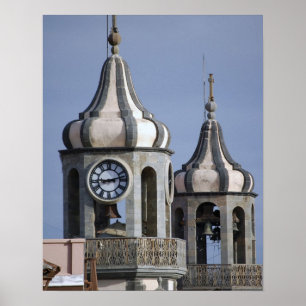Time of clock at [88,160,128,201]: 9:12
